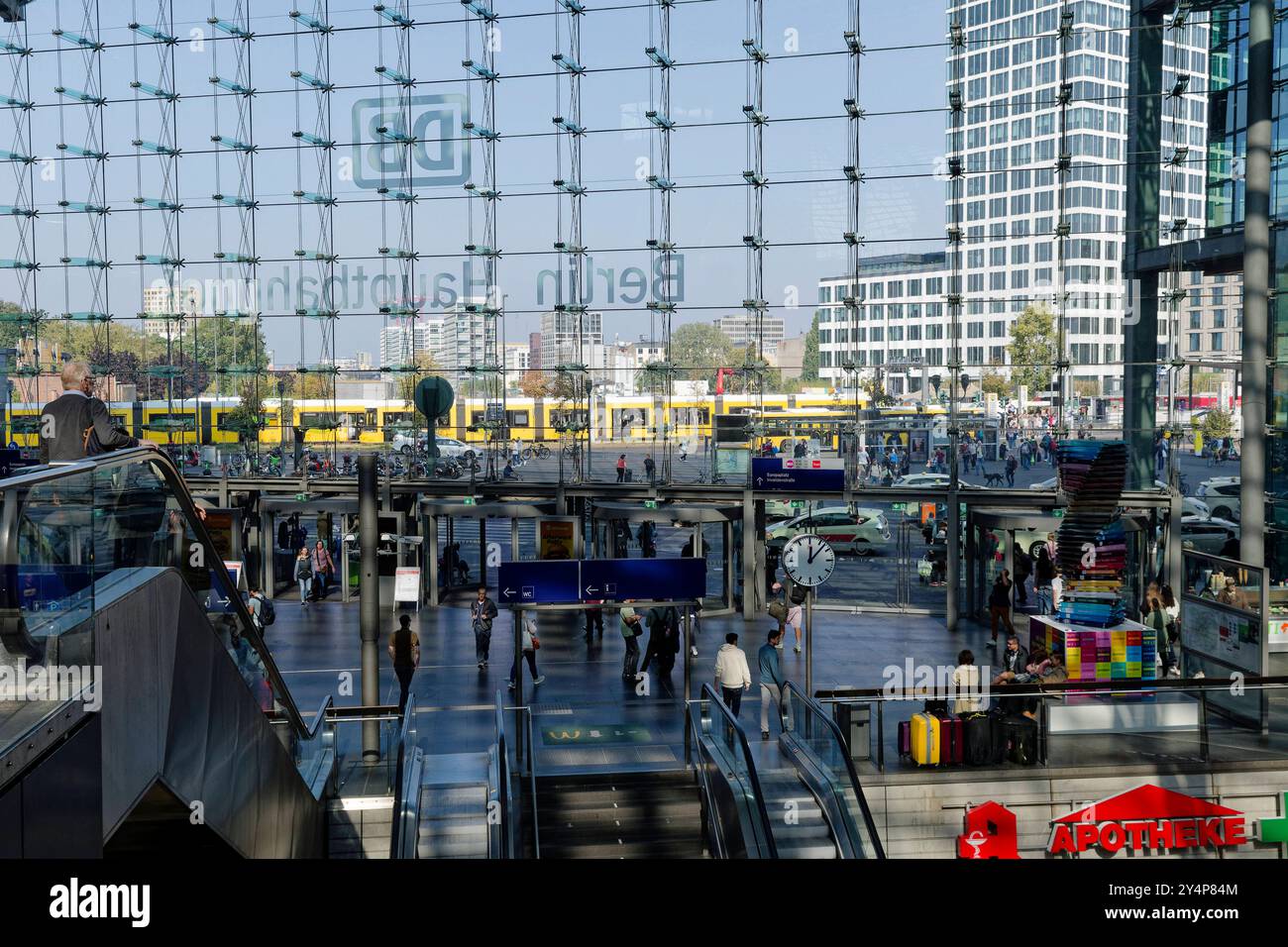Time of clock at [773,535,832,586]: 12:07
